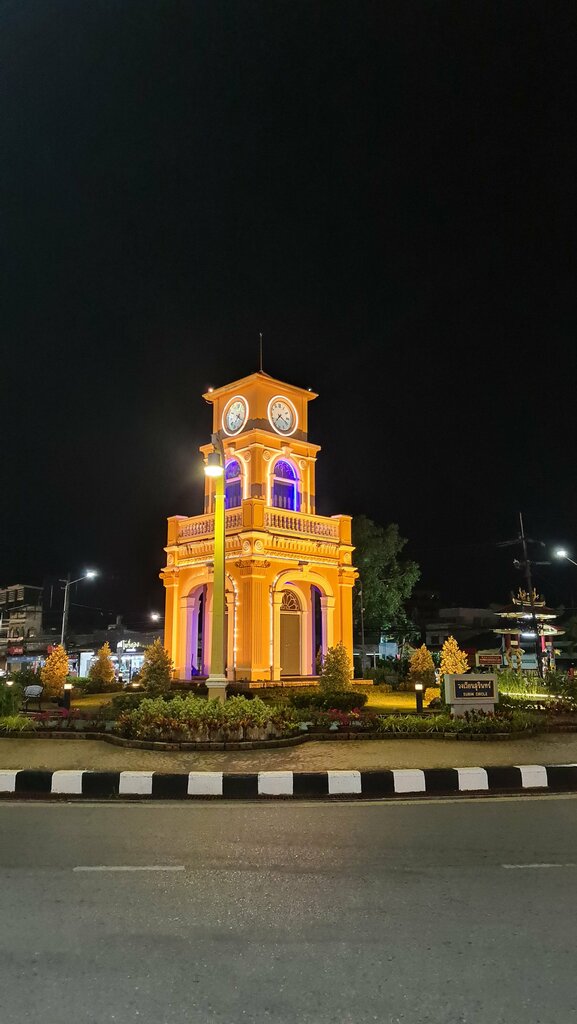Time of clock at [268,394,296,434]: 7:19
